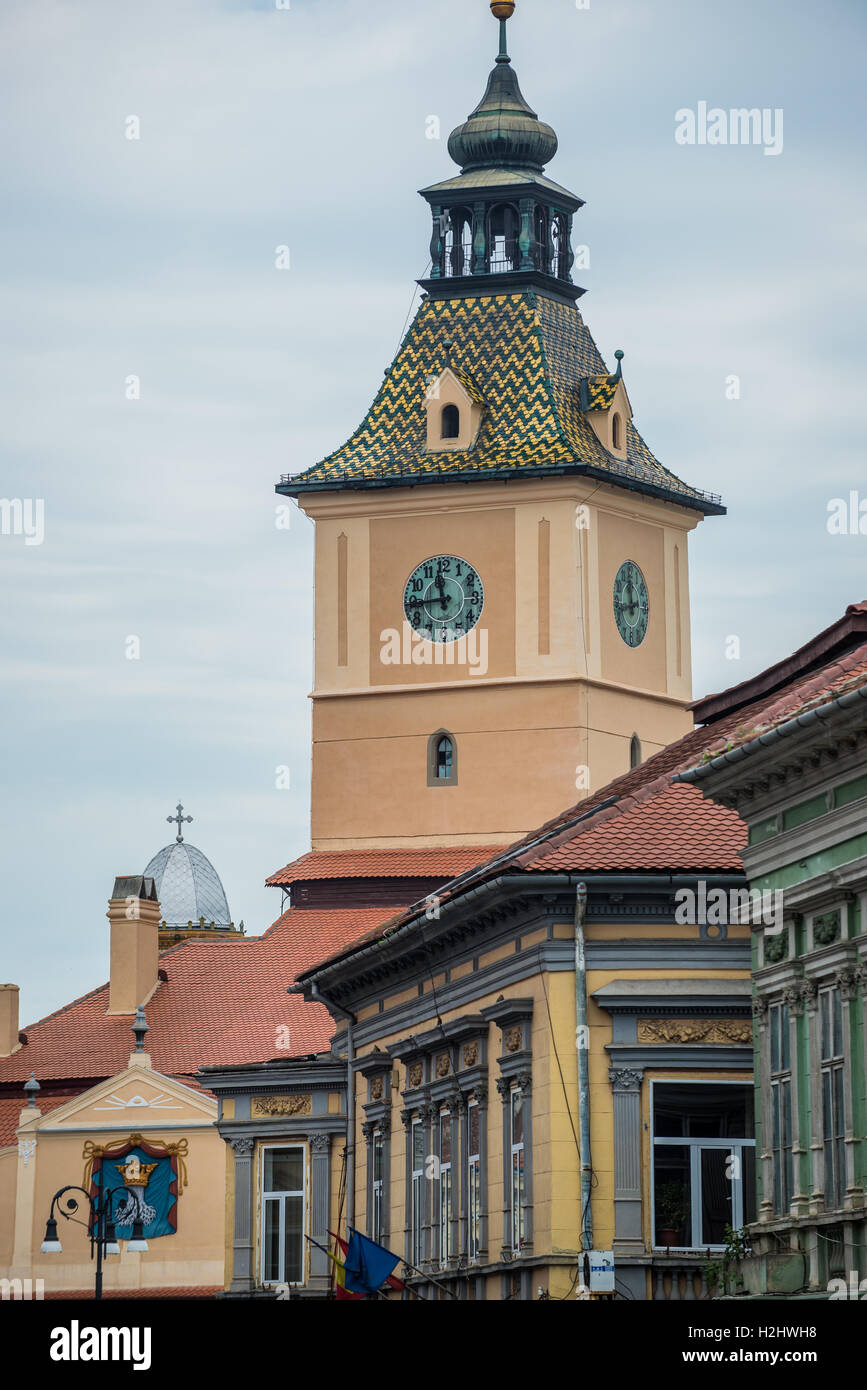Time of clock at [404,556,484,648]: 11:44
